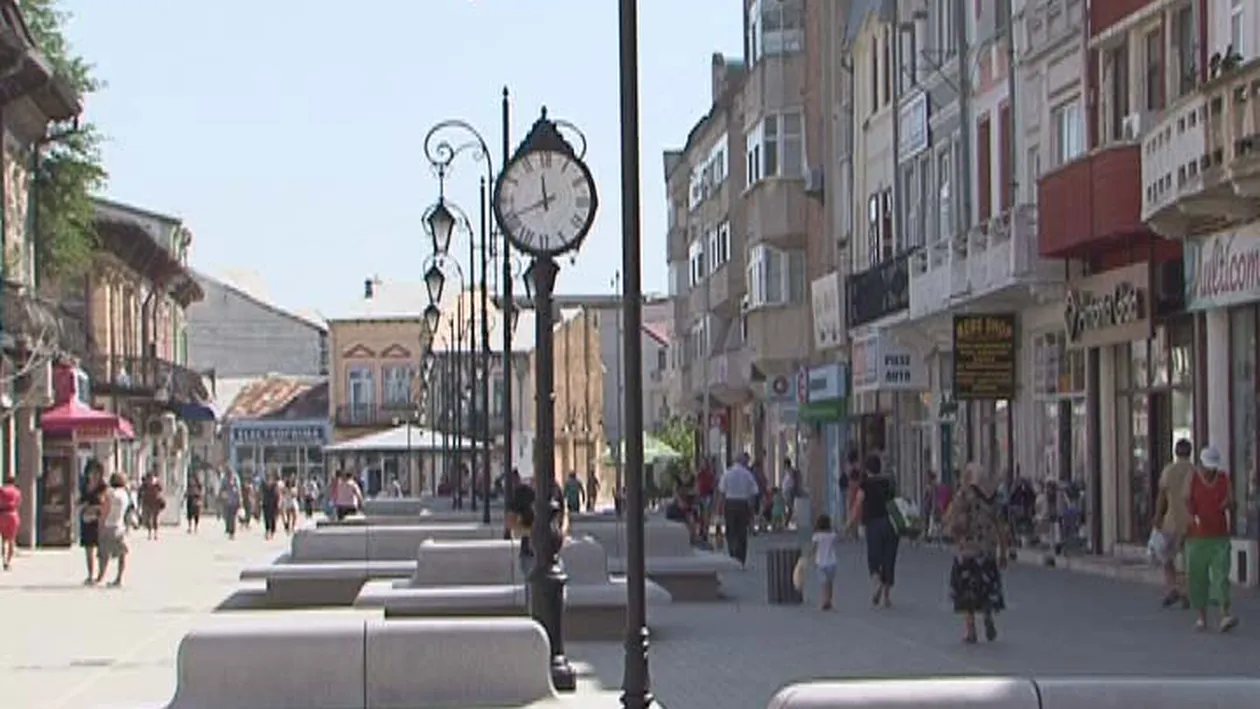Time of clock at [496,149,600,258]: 11:40
